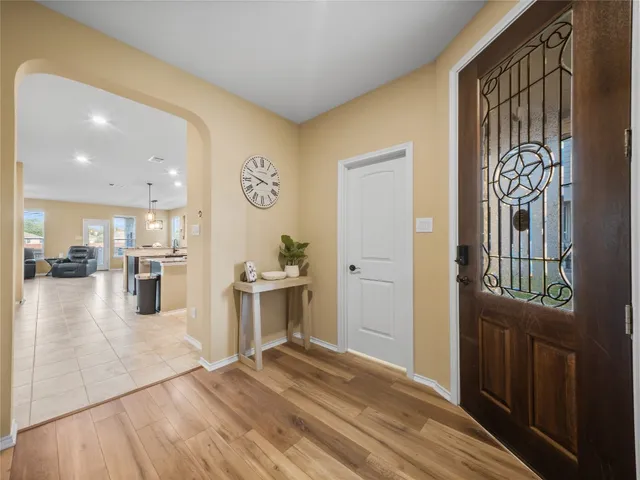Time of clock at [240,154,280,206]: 7:47
